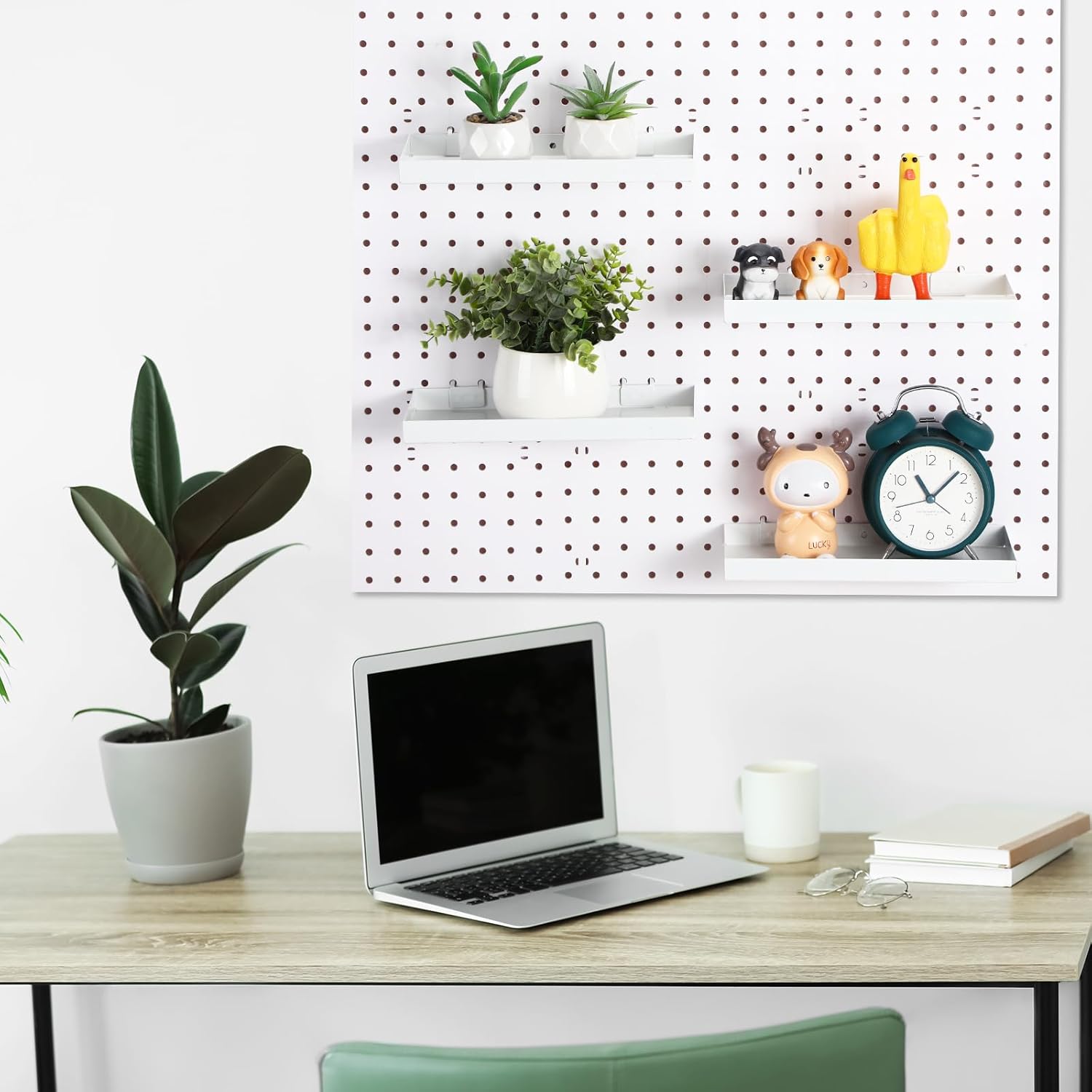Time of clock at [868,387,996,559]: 11:07
